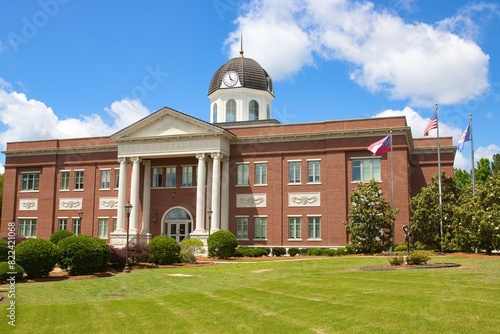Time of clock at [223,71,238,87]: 3:58
